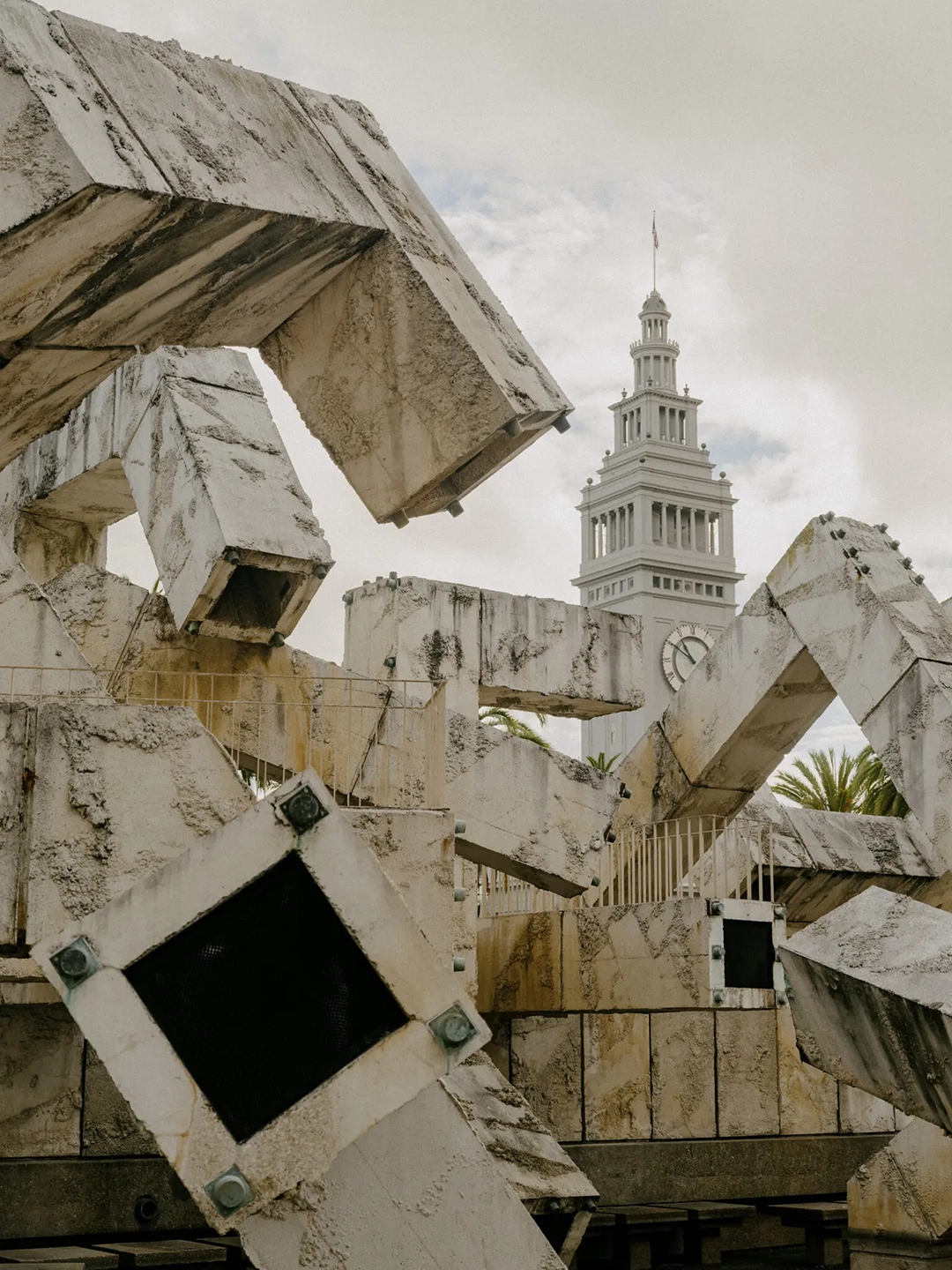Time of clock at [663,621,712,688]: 10:50
